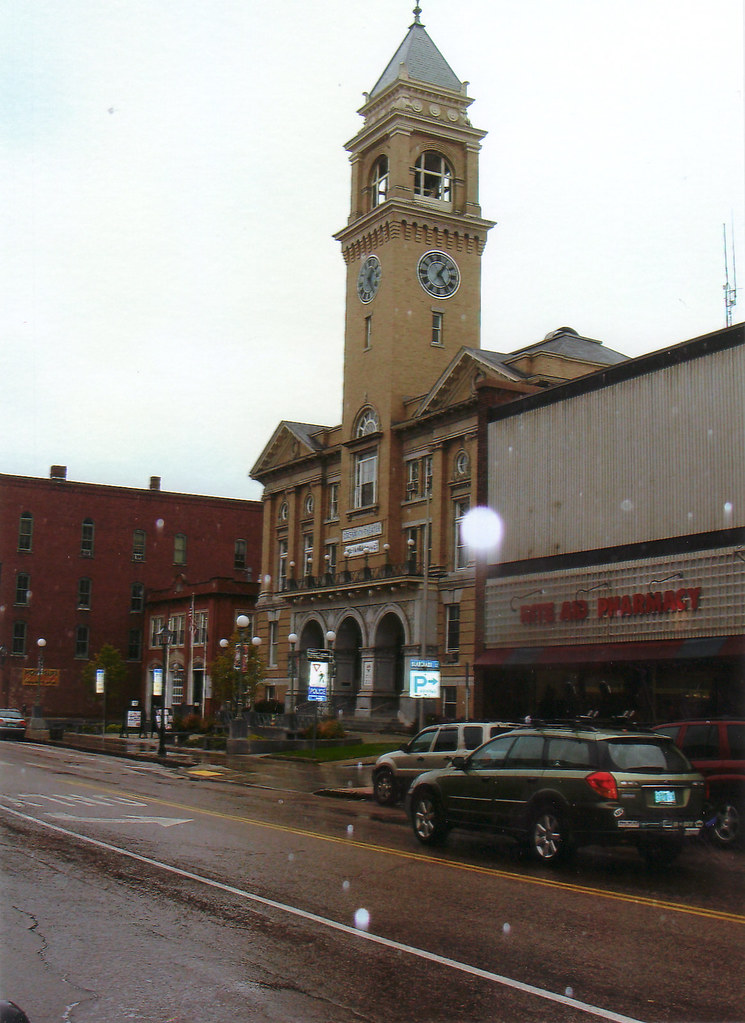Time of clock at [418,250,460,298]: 1:24
